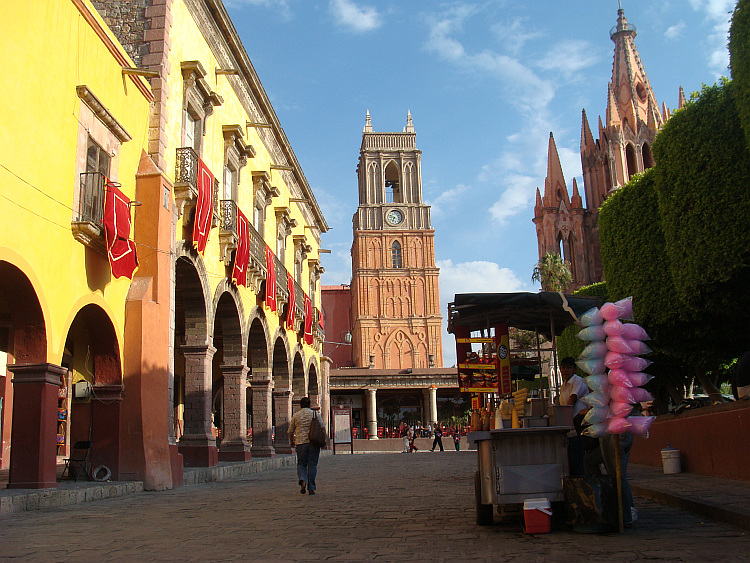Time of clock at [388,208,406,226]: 6:47
